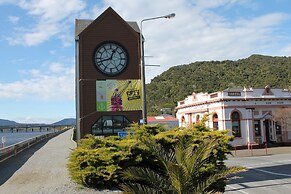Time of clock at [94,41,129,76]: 12:42
